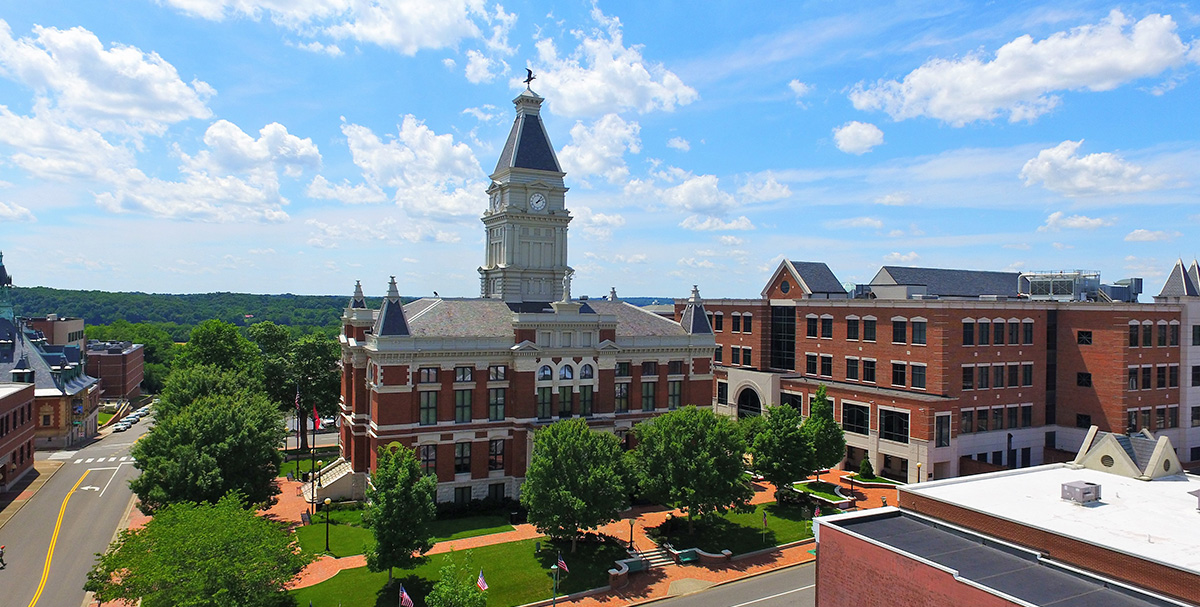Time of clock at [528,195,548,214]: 2:06
